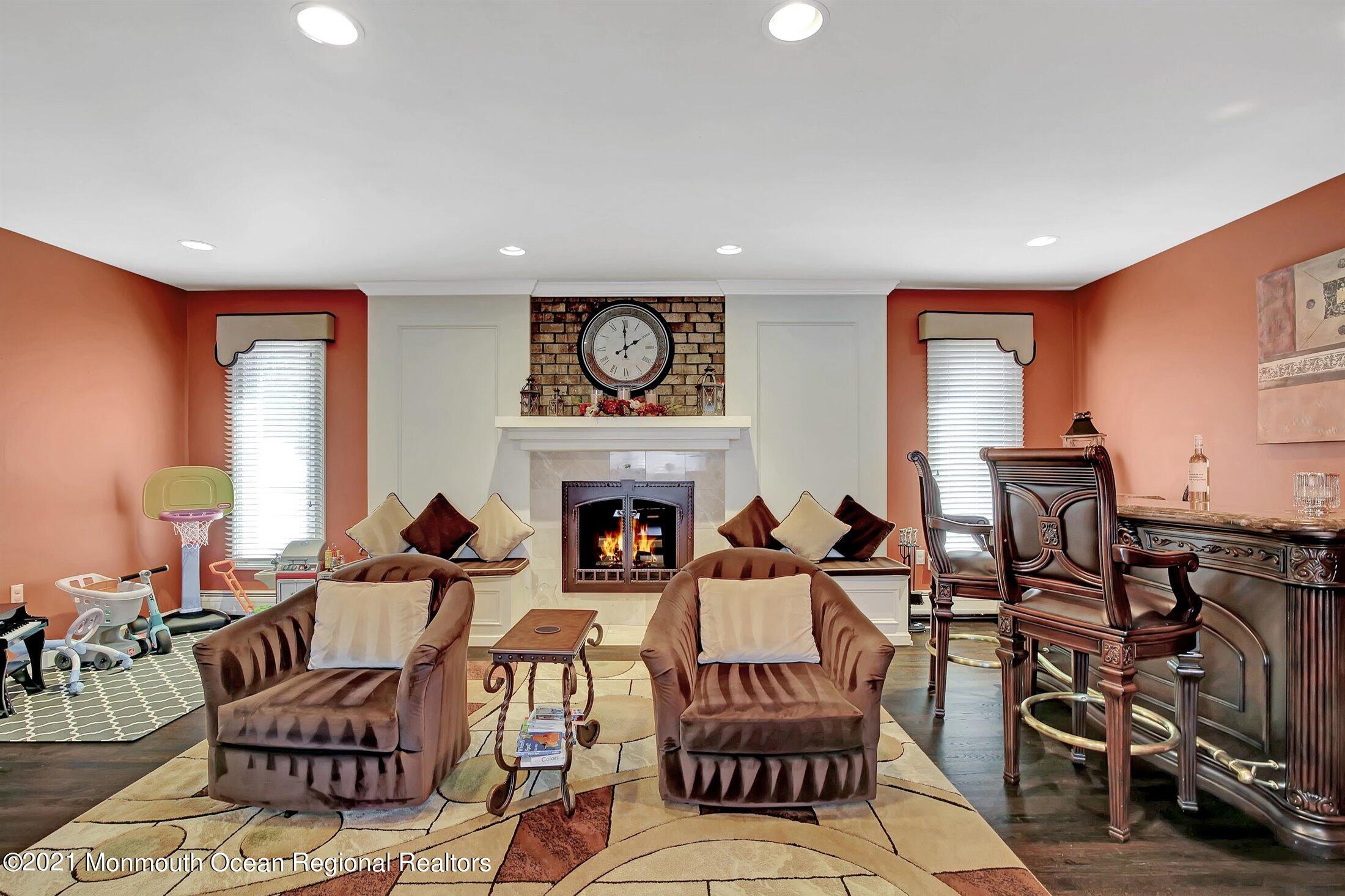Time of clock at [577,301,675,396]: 2:00
